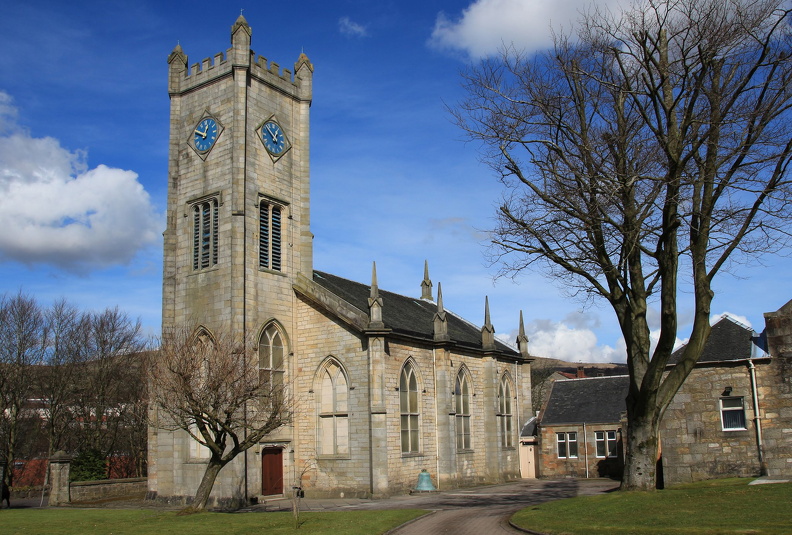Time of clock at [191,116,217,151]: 12:49
